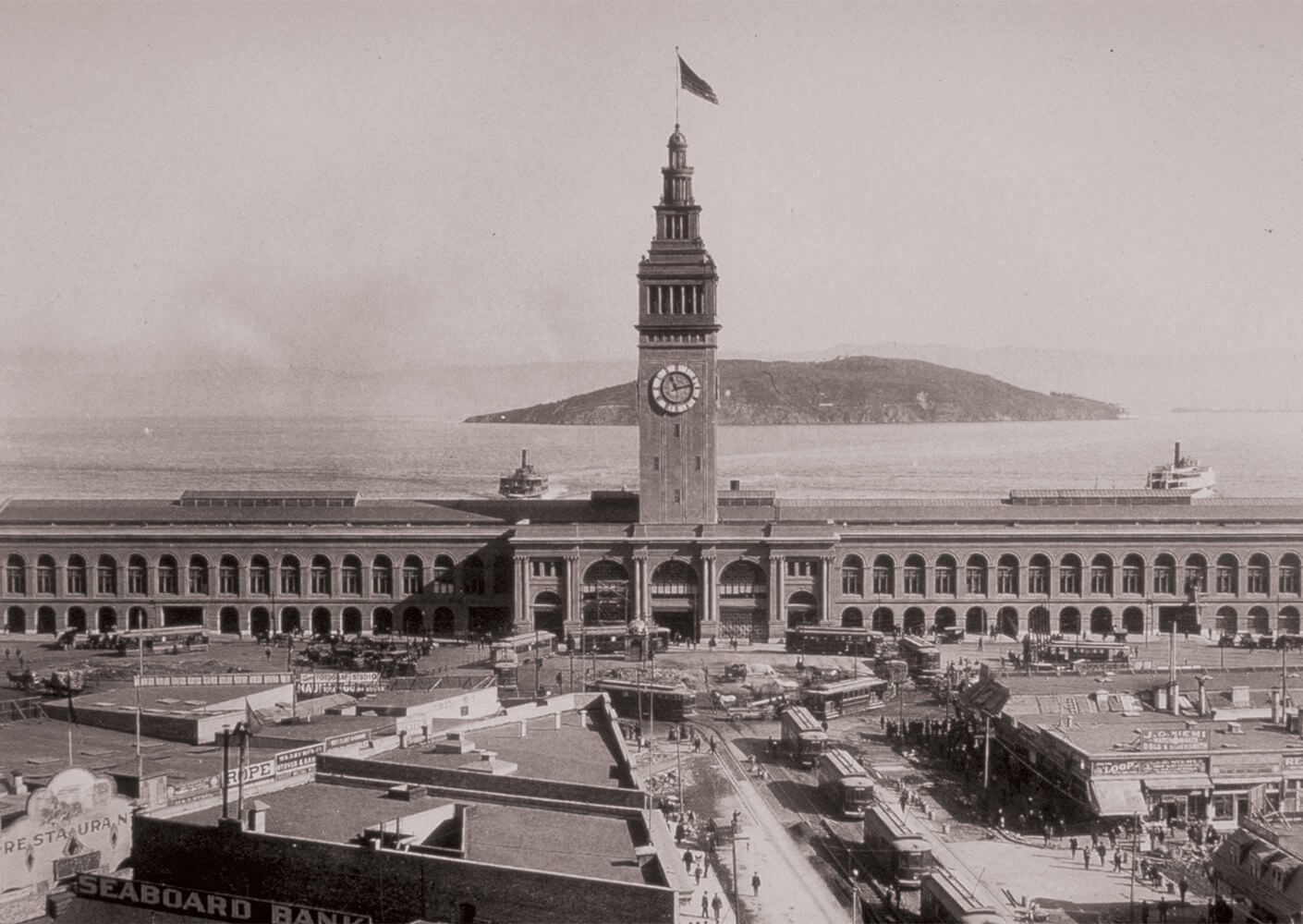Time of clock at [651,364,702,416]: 11:12
